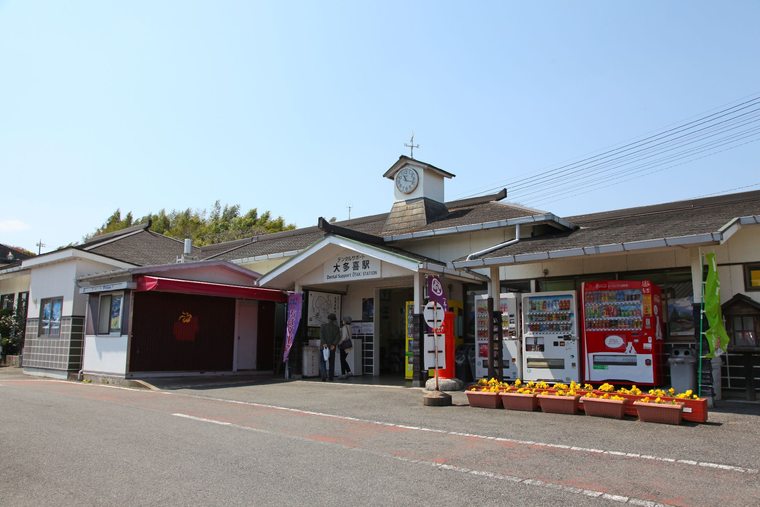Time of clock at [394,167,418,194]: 11:17
